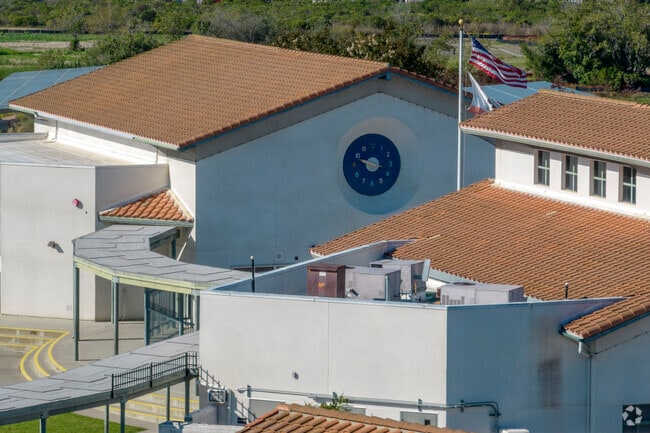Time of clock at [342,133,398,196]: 9:48
